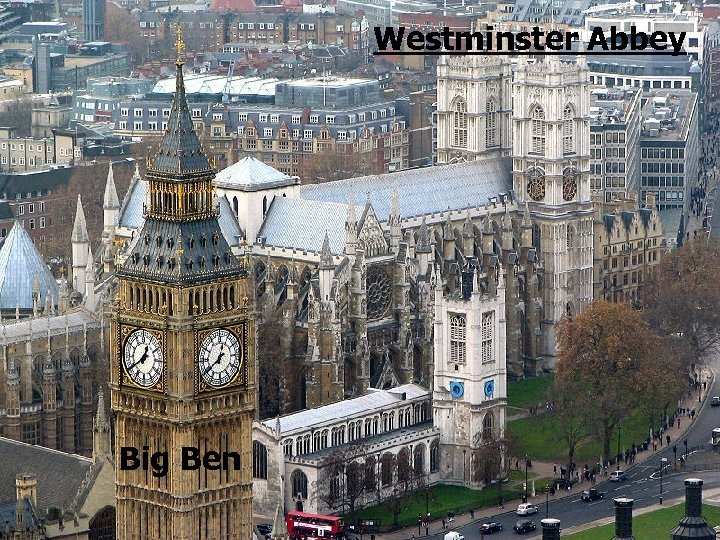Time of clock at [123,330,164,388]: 12:40
